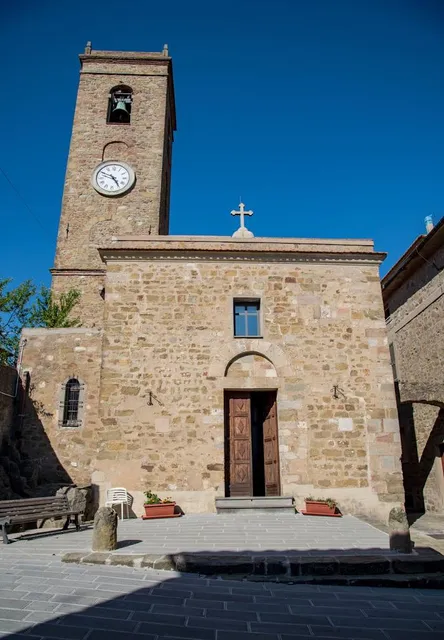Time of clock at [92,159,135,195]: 4:48
